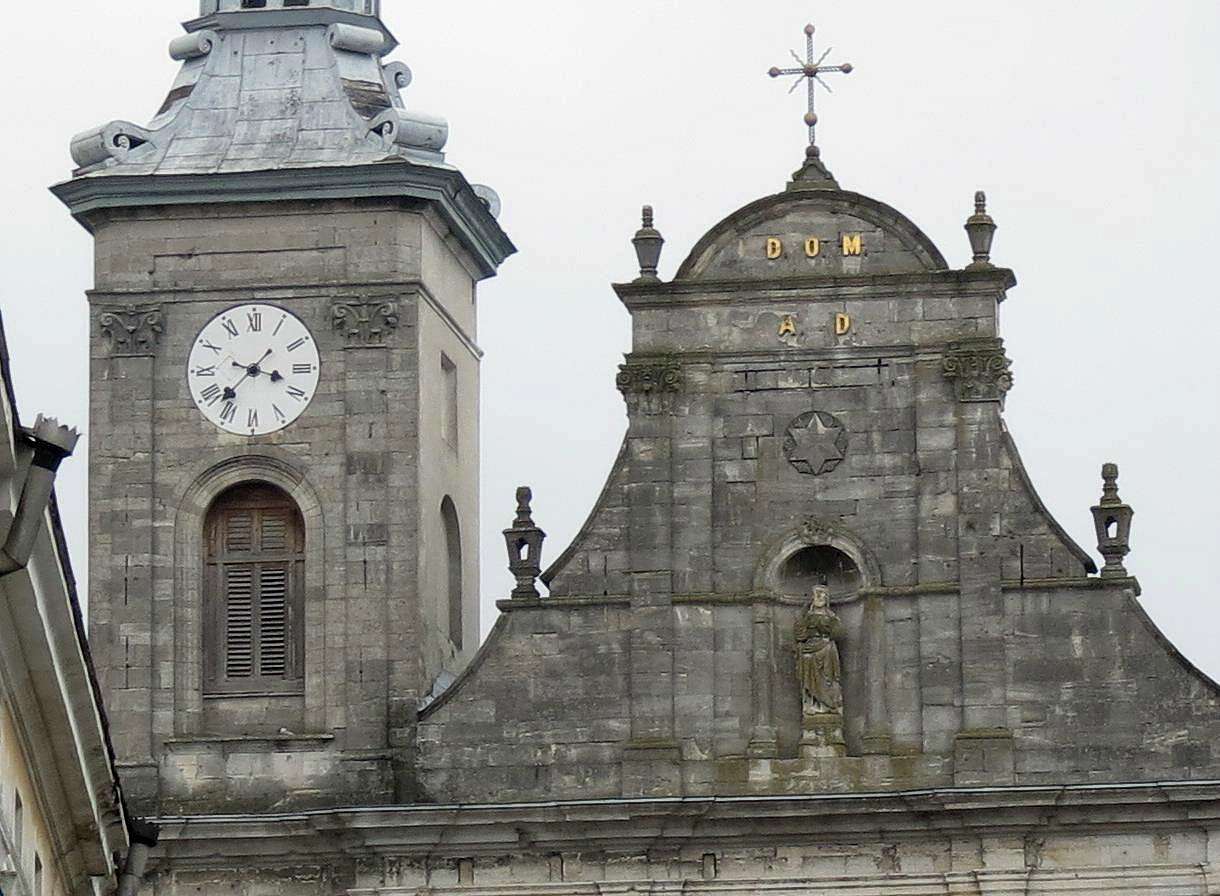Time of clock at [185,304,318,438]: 3:37
